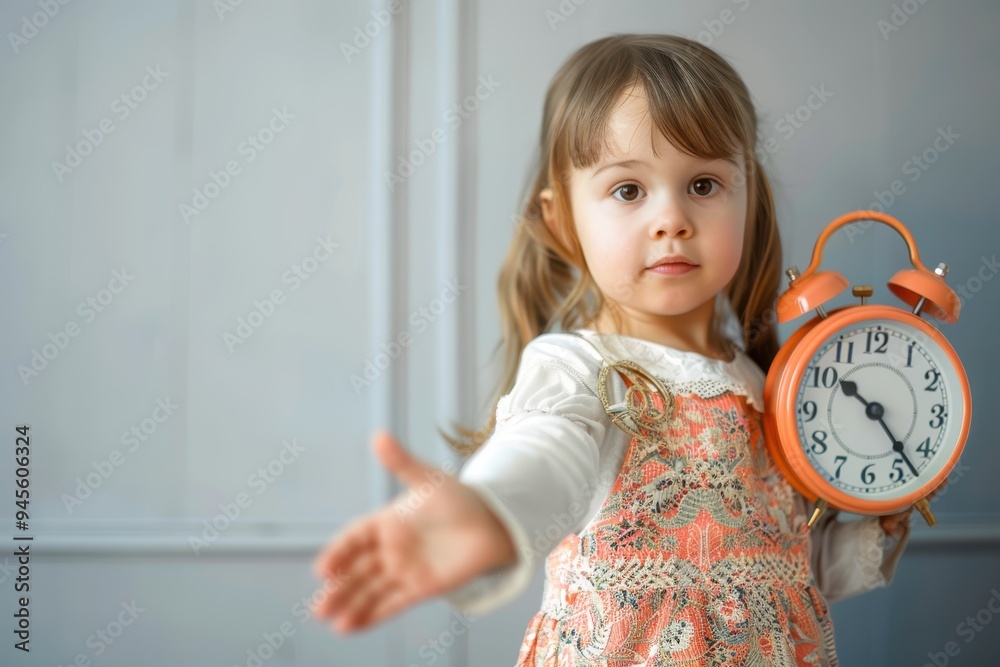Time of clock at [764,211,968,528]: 10:23
